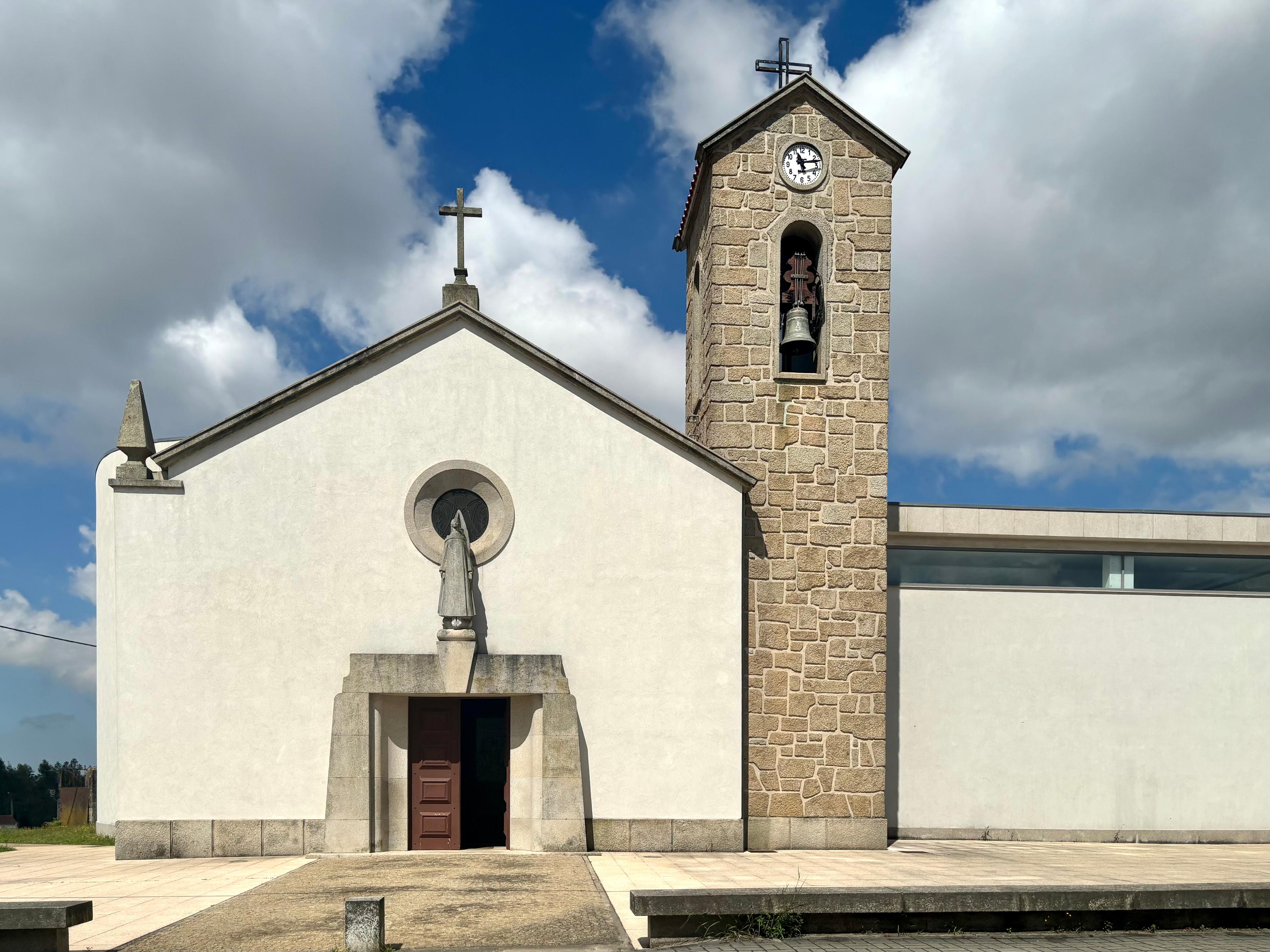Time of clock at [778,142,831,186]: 11:13
